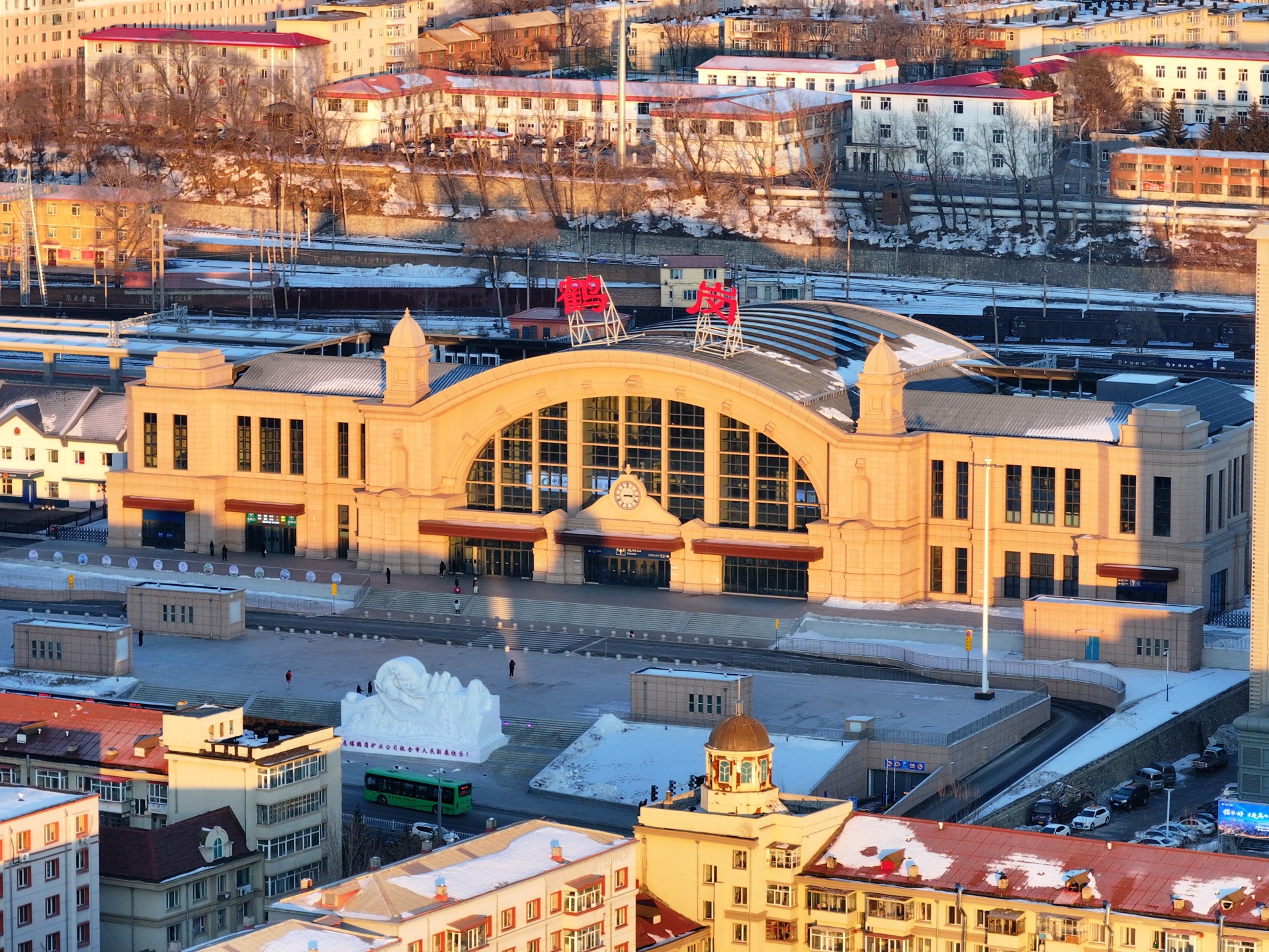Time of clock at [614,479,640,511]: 3:12
